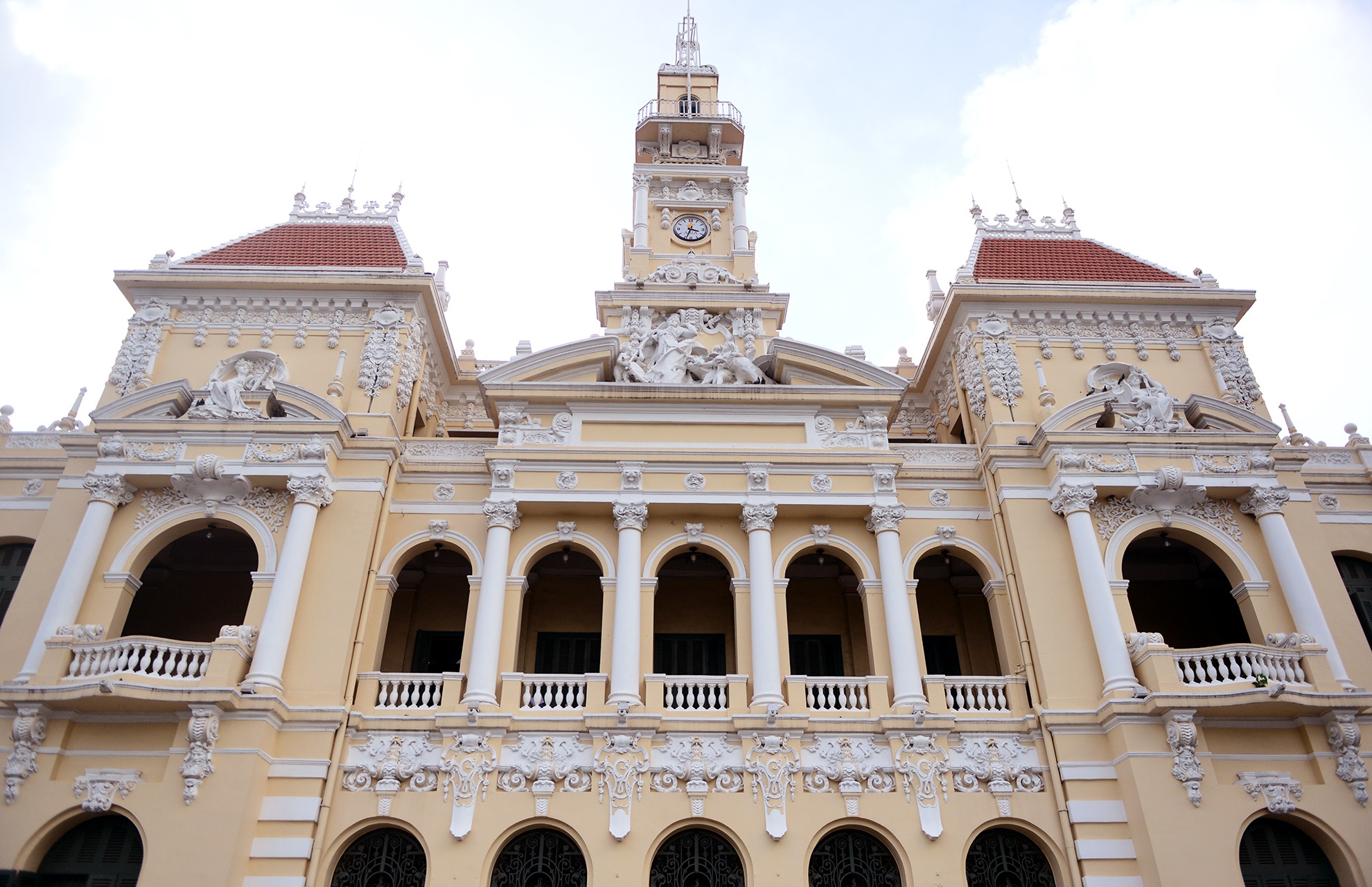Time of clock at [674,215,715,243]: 3:33
